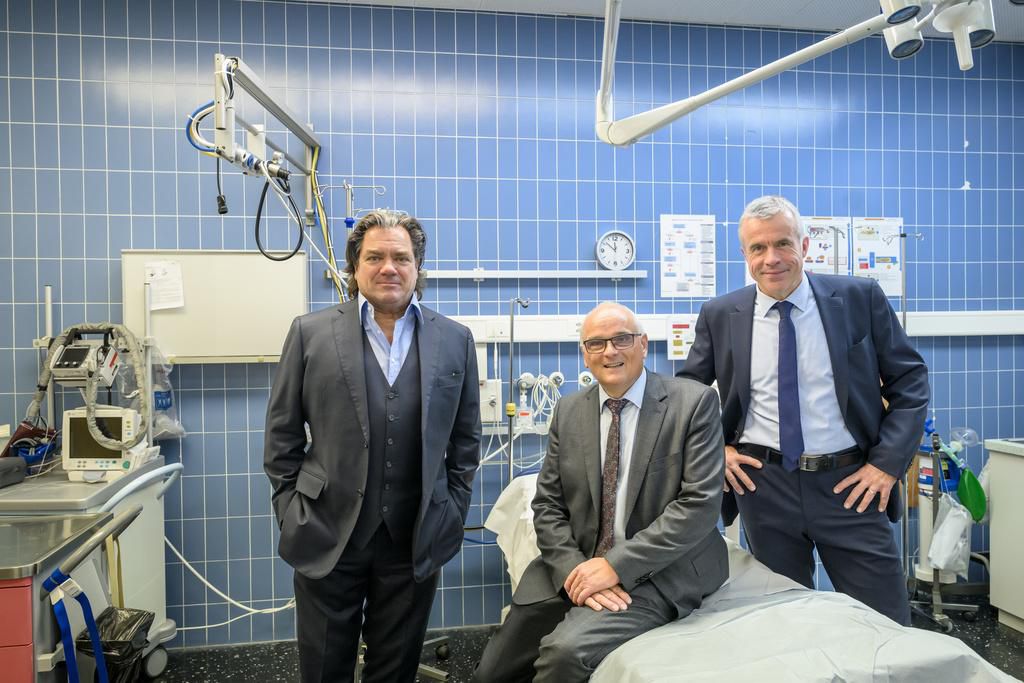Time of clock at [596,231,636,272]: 11:51
